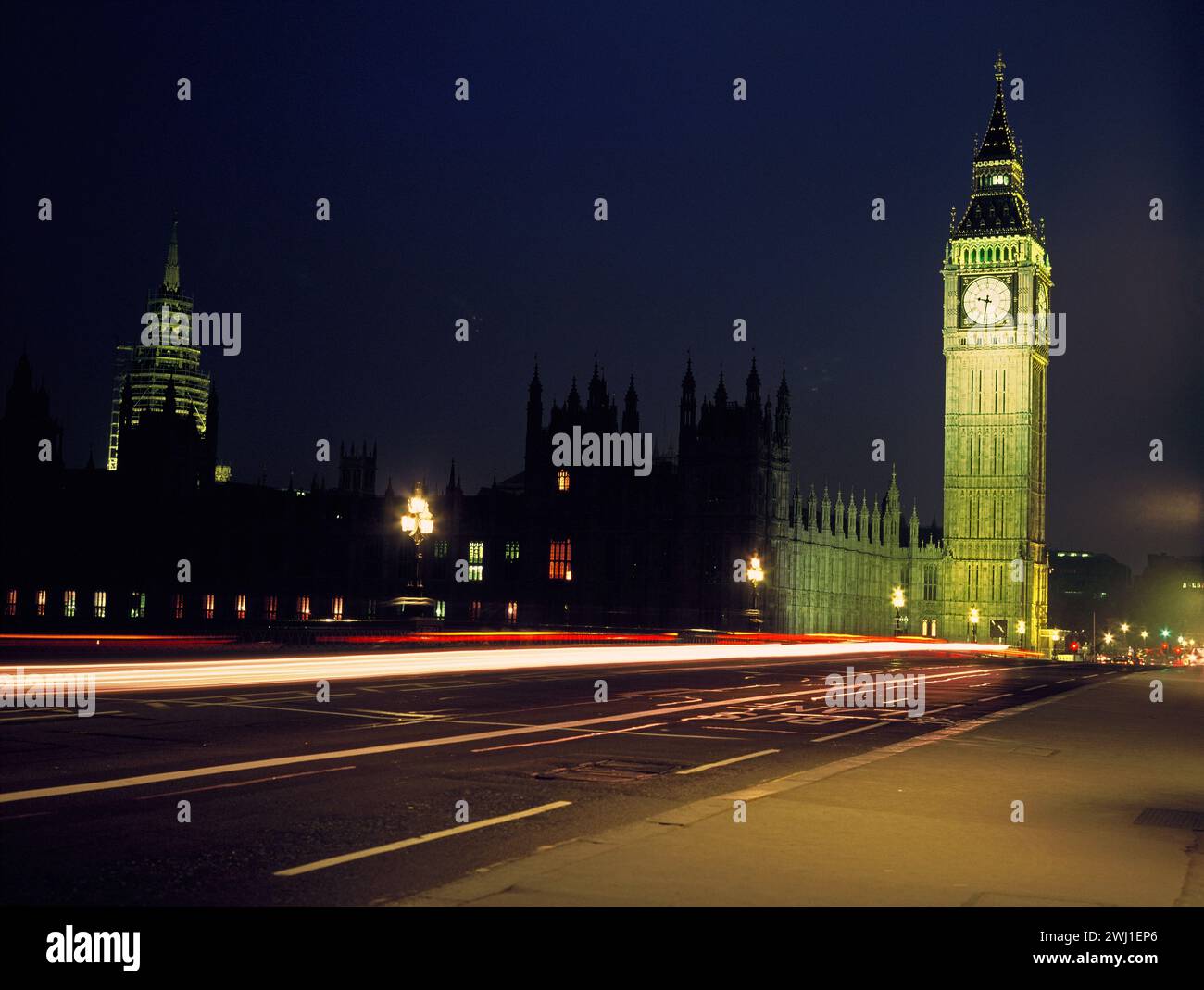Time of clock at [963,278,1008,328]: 9:31
